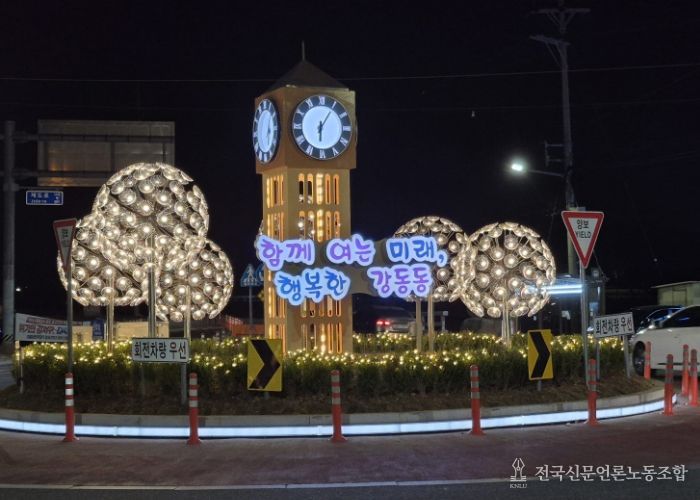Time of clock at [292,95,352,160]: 6:05
